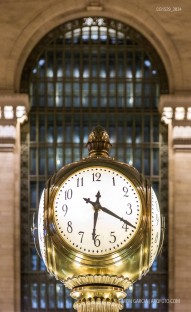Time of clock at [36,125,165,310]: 6:19
